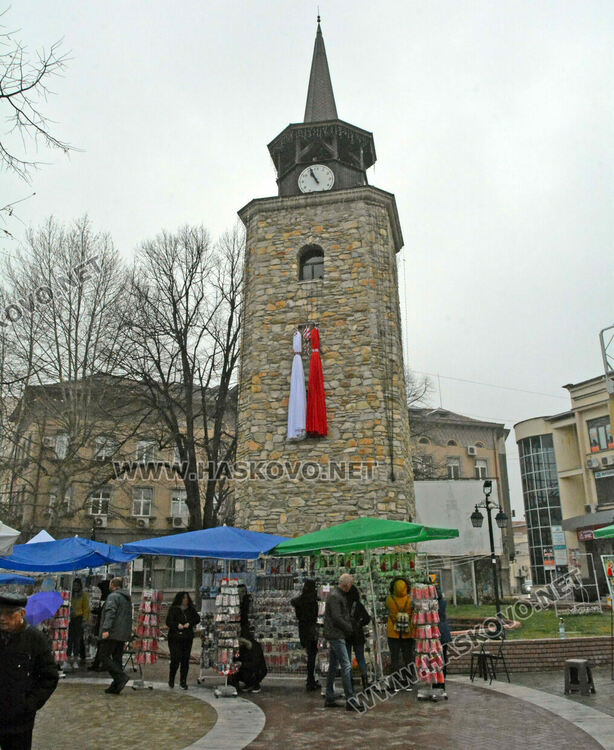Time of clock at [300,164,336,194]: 10:56
